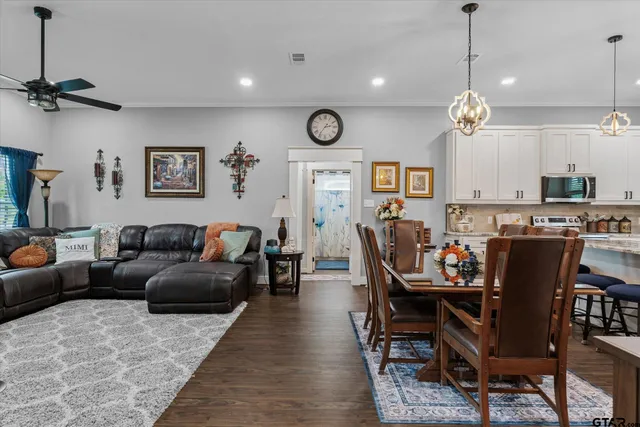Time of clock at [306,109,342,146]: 2:36
